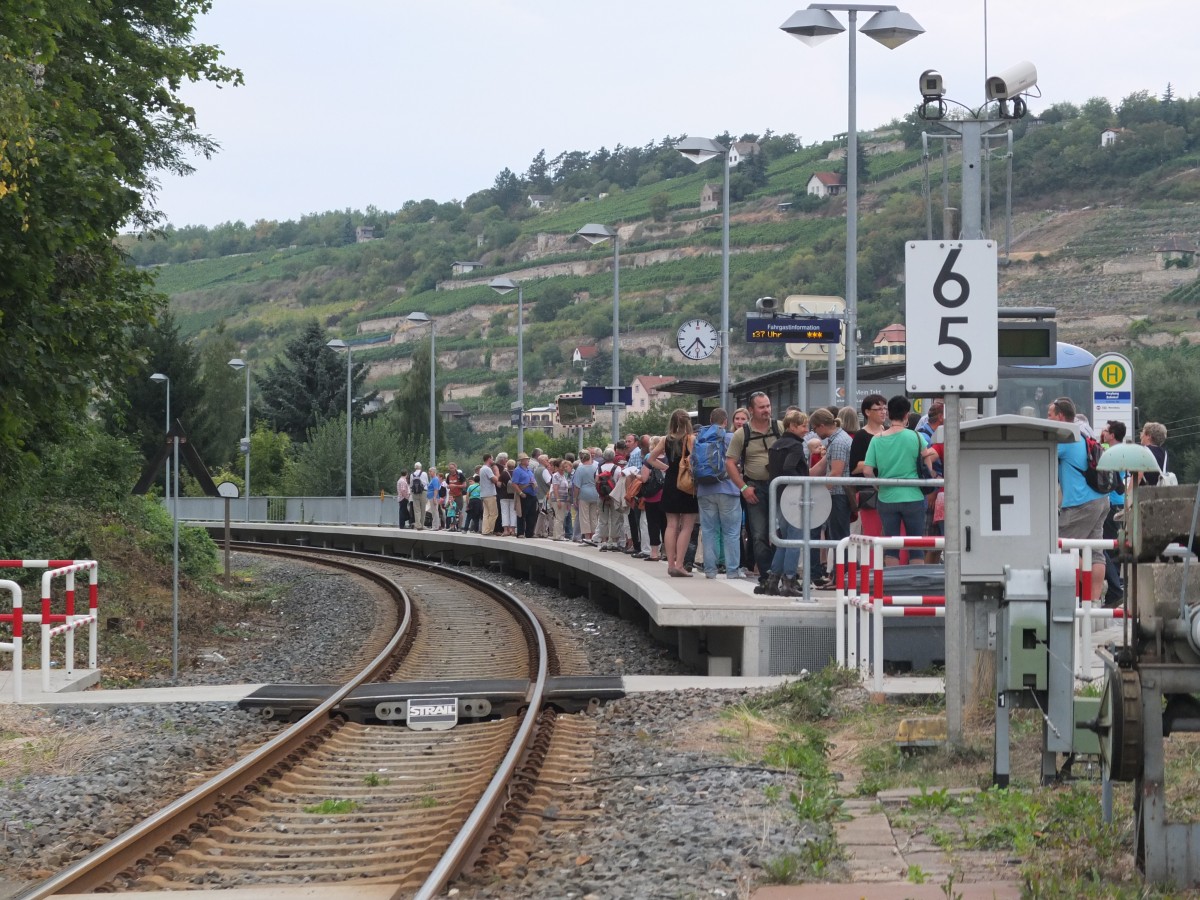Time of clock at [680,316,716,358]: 4:36
